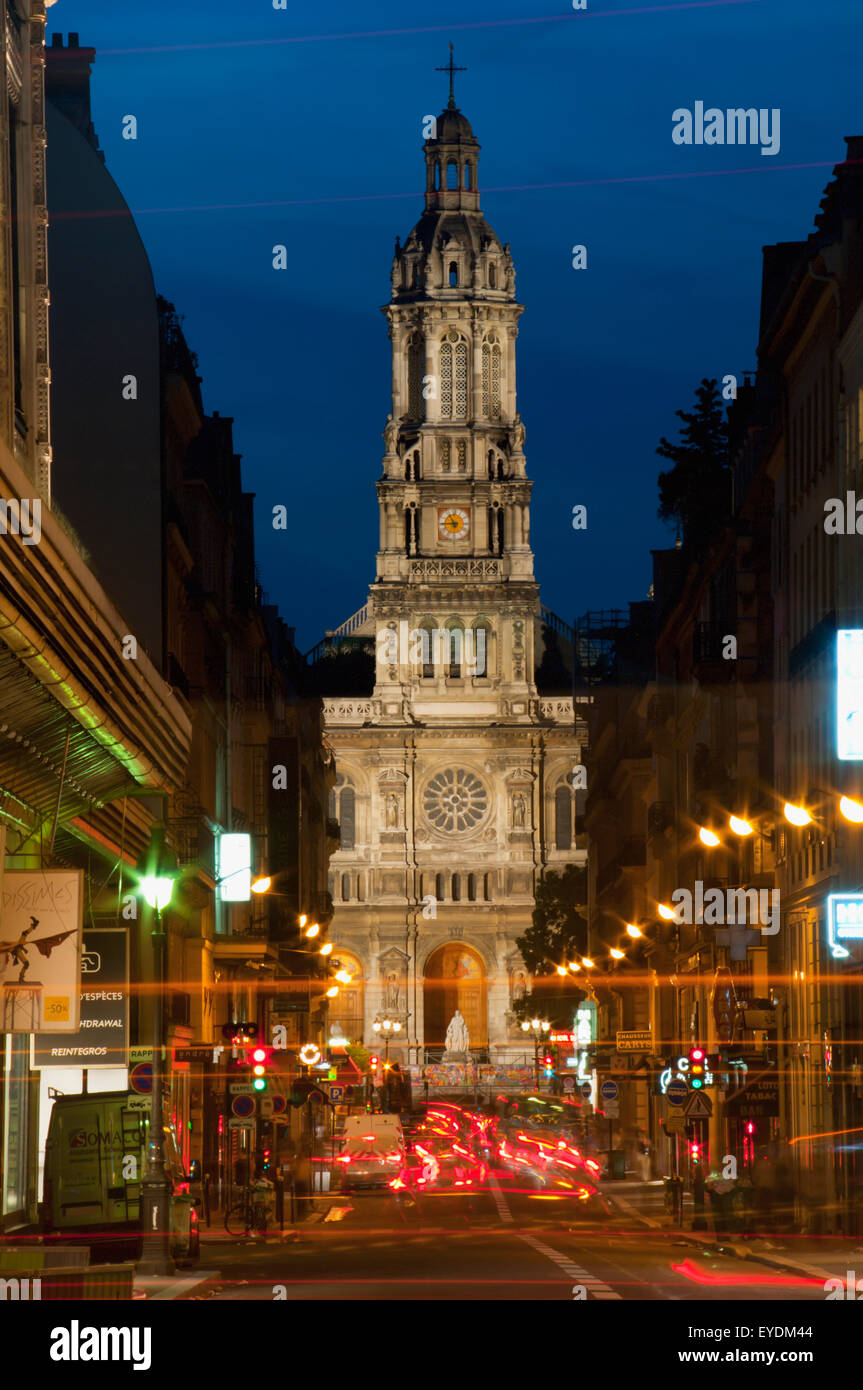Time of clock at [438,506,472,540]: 10:45
